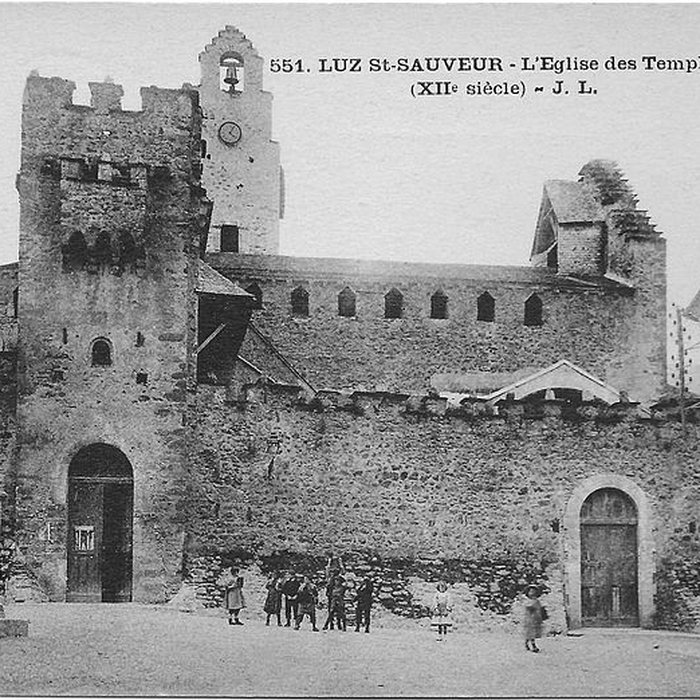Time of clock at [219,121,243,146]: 4:04
